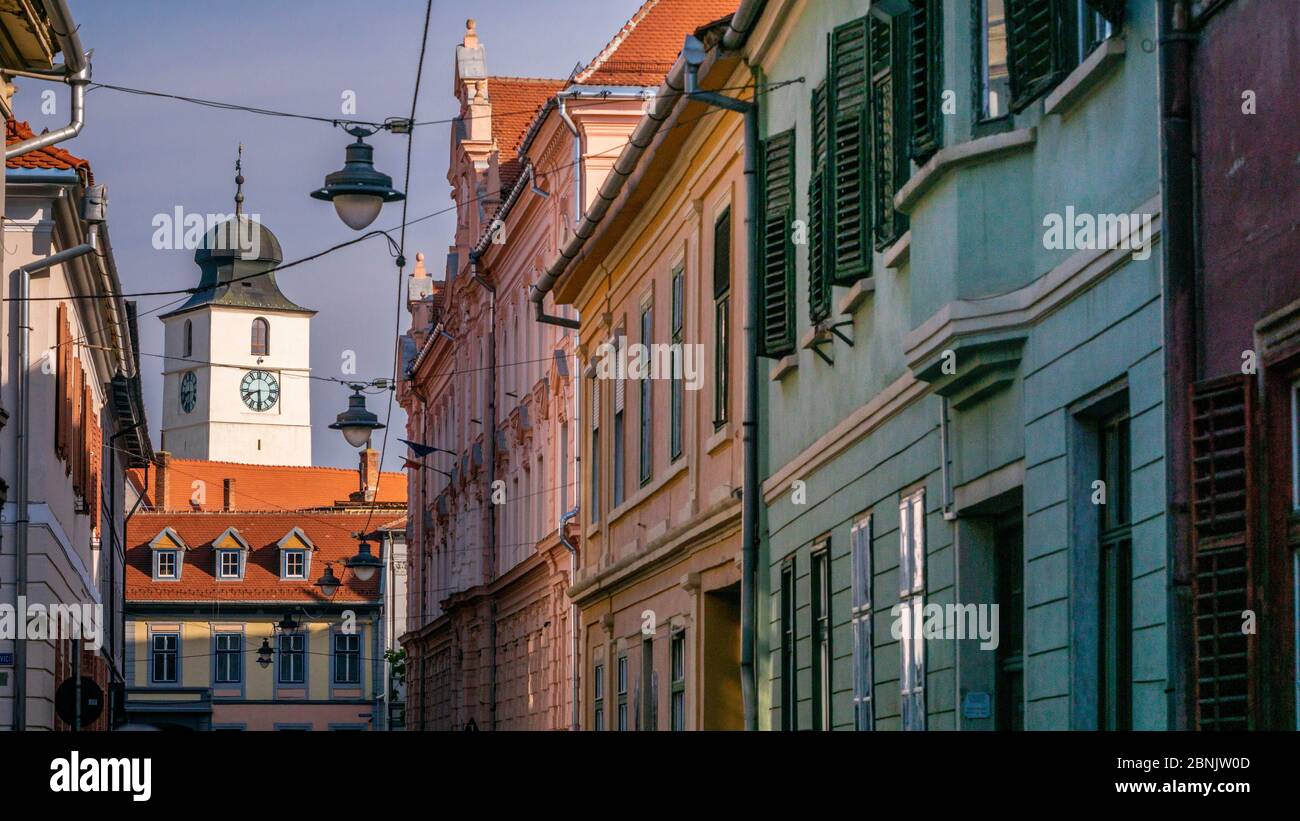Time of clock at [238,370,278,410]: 8:29
